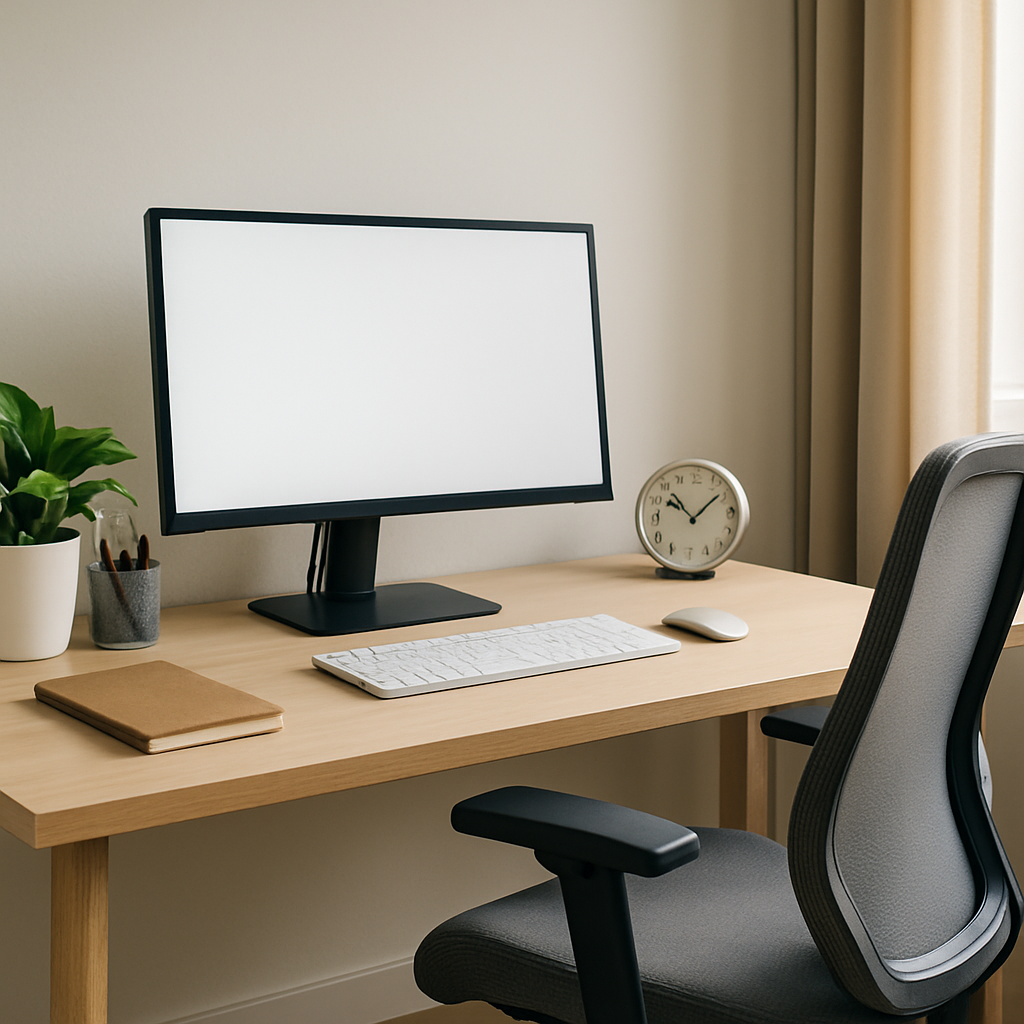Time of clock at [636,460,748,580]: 10:08
